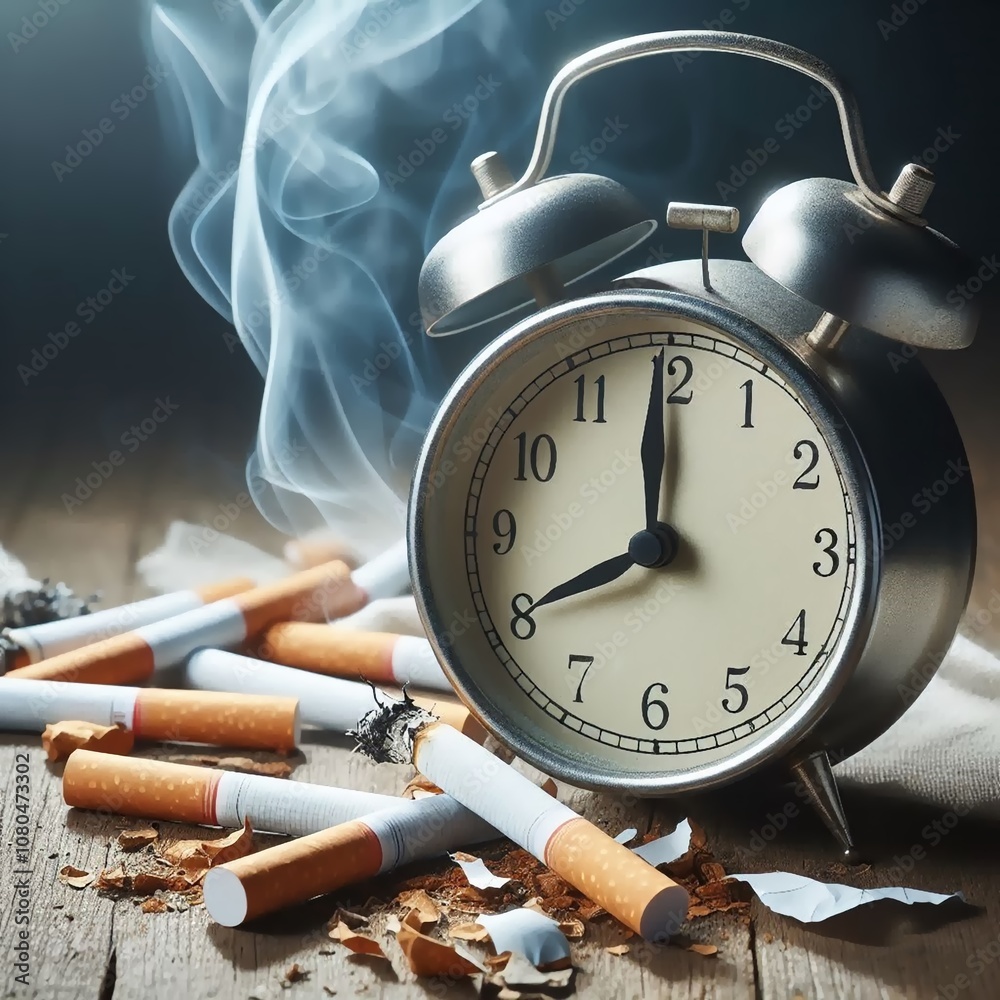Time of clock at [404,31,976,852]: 7:59
